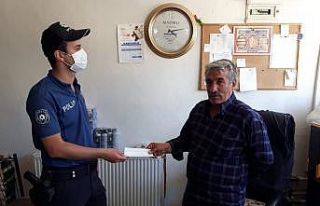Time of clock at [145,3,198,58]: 4:13
